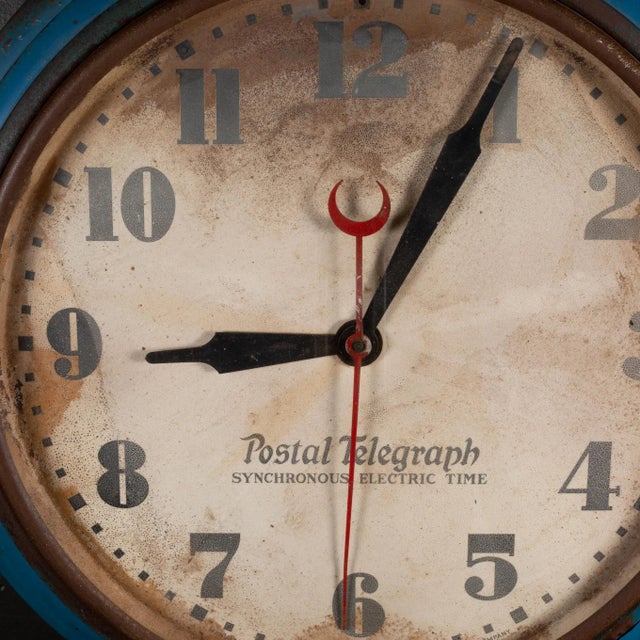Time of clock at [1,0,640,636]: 9:05
